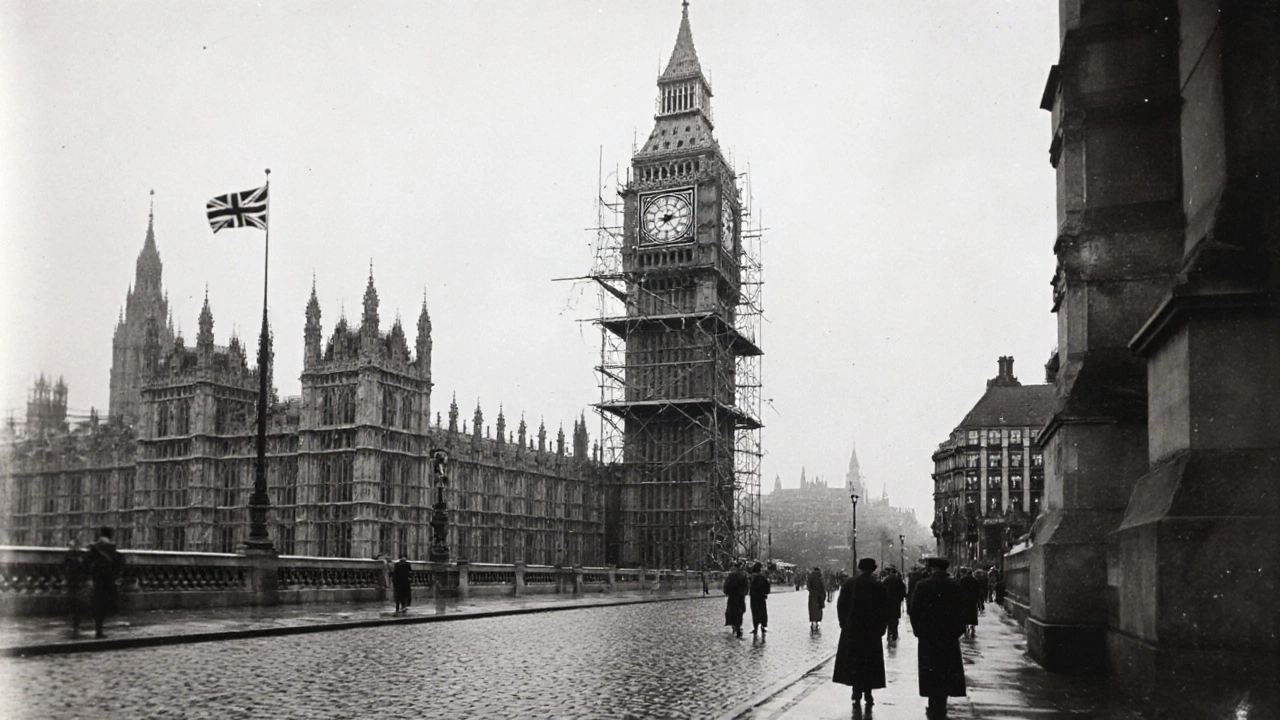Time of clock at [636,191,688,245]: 7:15
